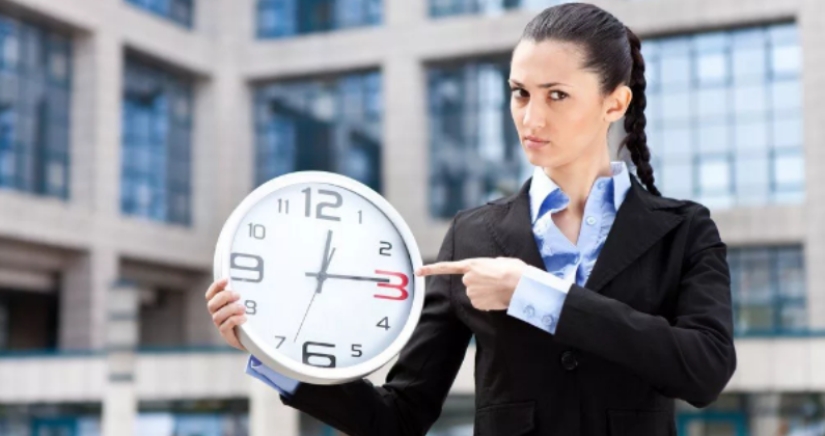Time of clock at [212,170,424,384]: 12:14
